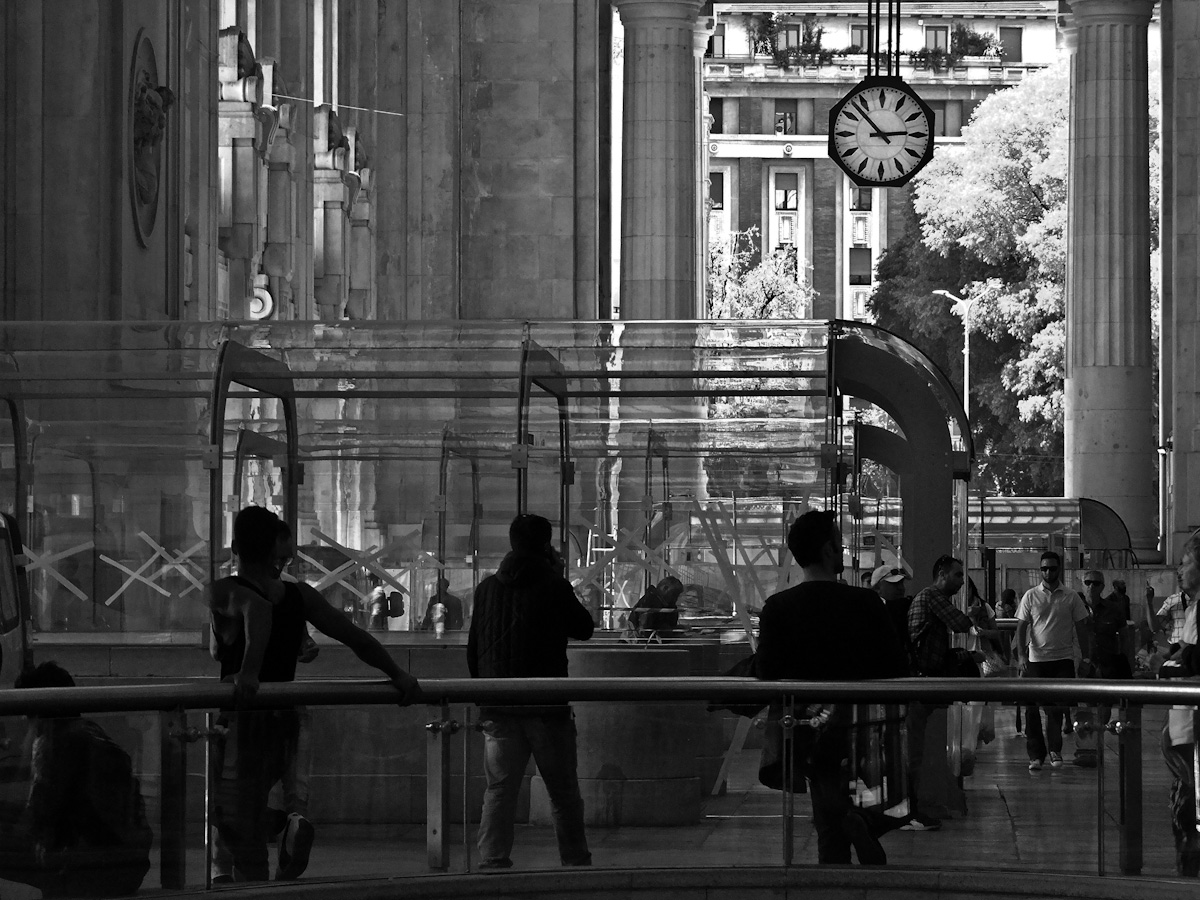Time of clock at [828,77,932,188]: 2:52
